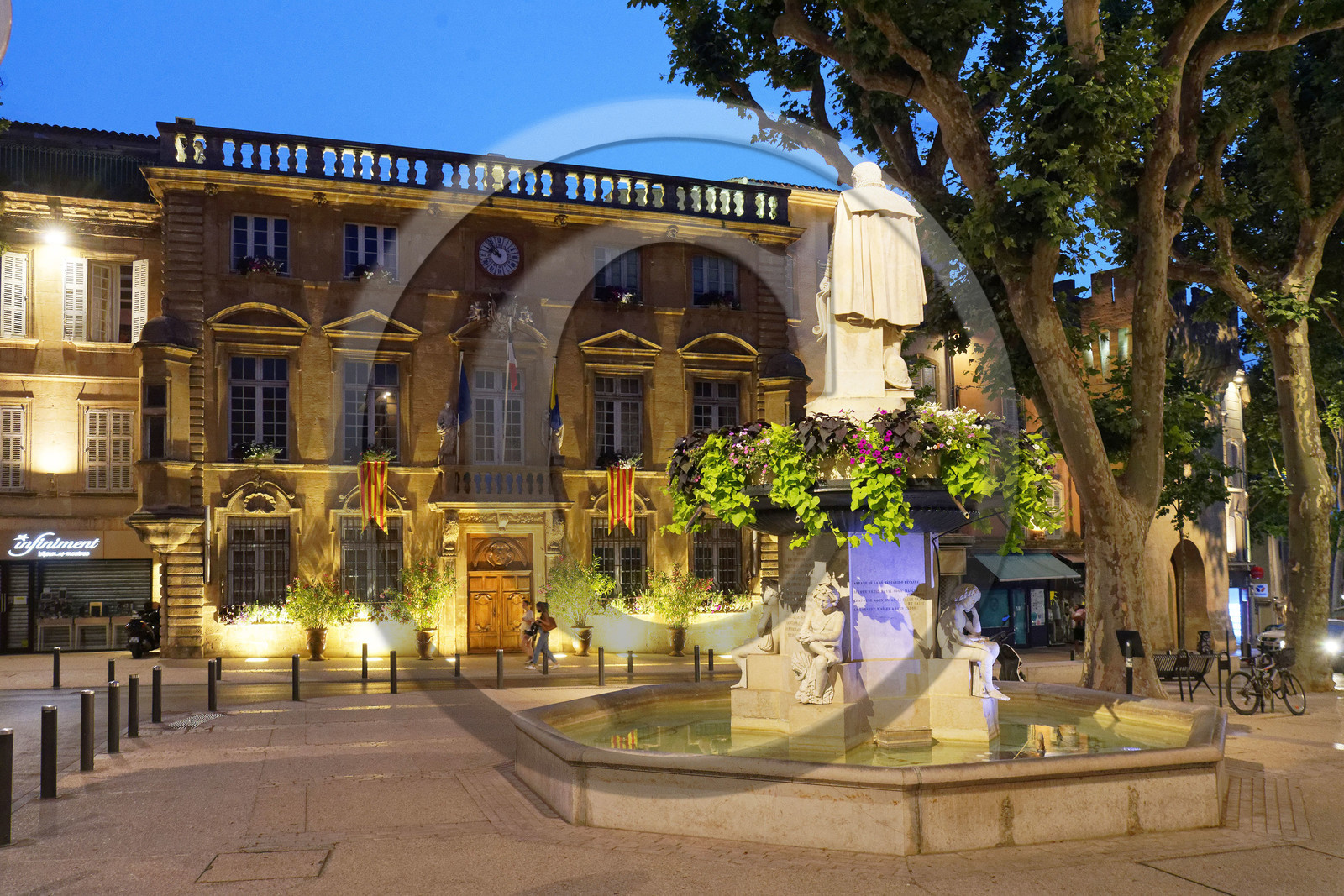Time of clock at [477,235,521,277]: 9:53
